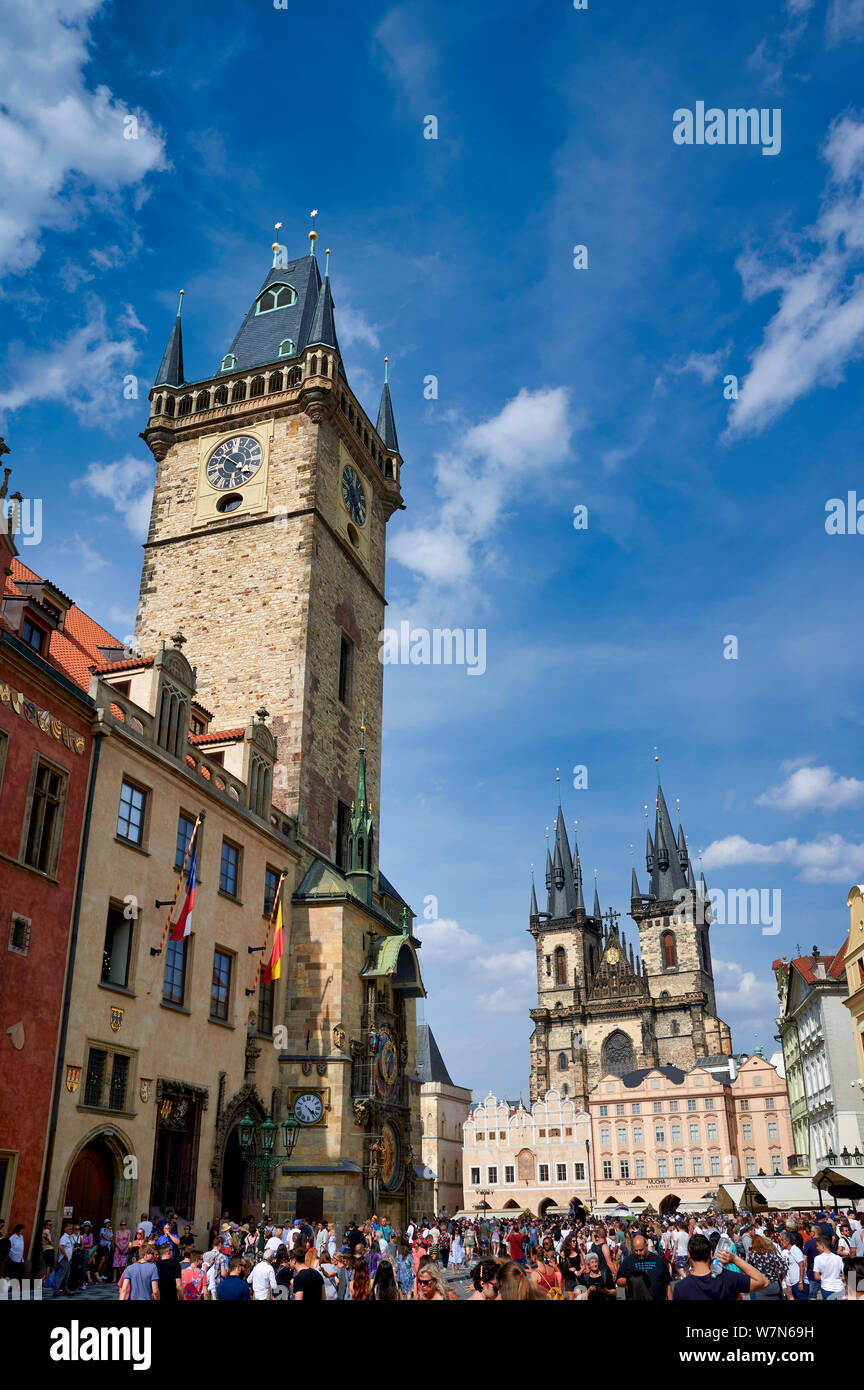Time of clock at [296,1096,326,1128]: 4:22
